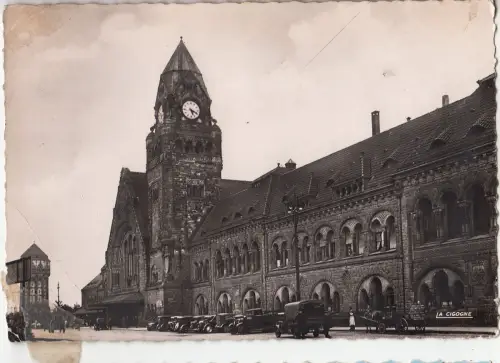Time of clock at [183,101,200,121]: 5:18
